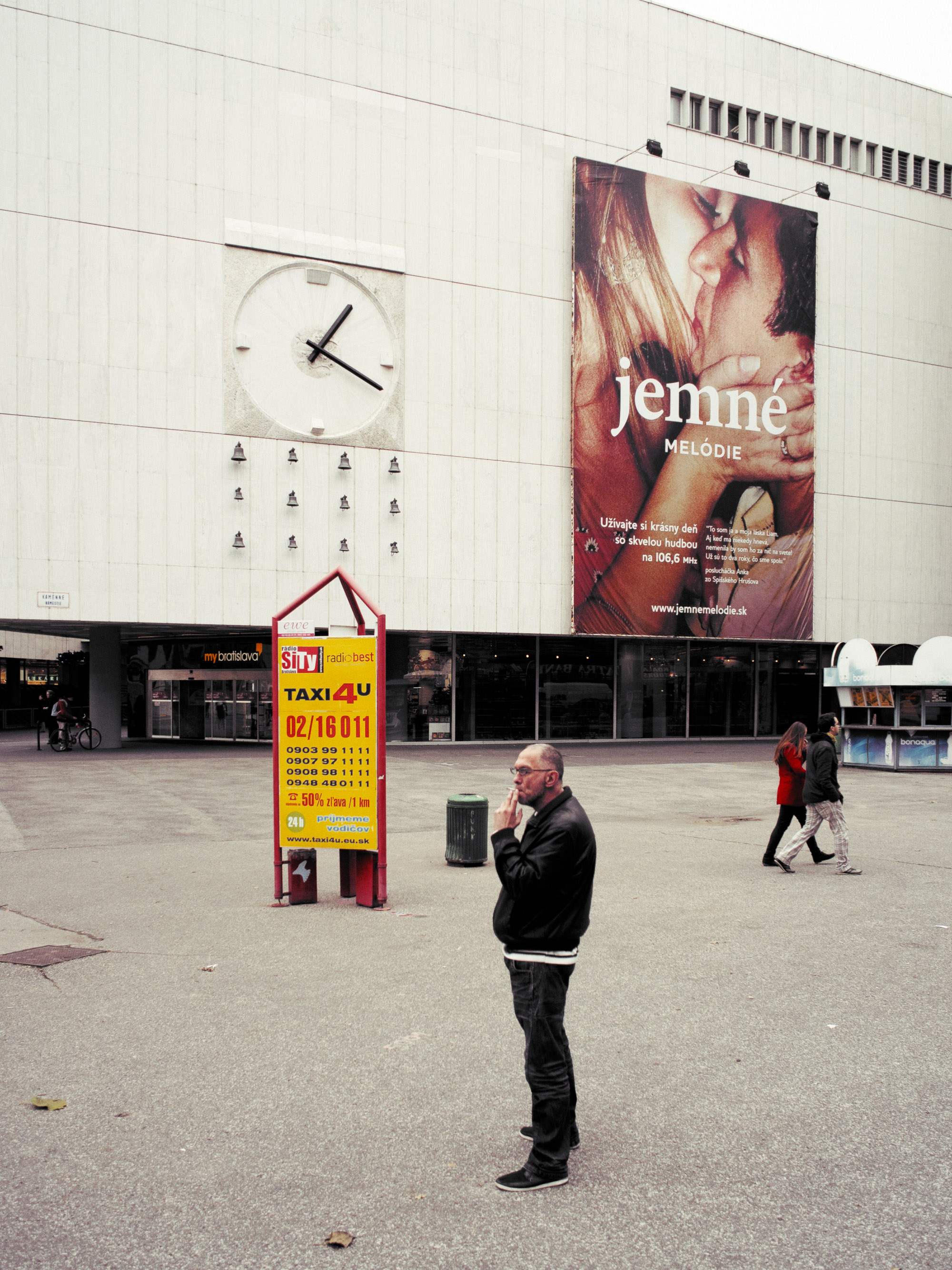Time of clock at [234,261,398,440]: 1:18
